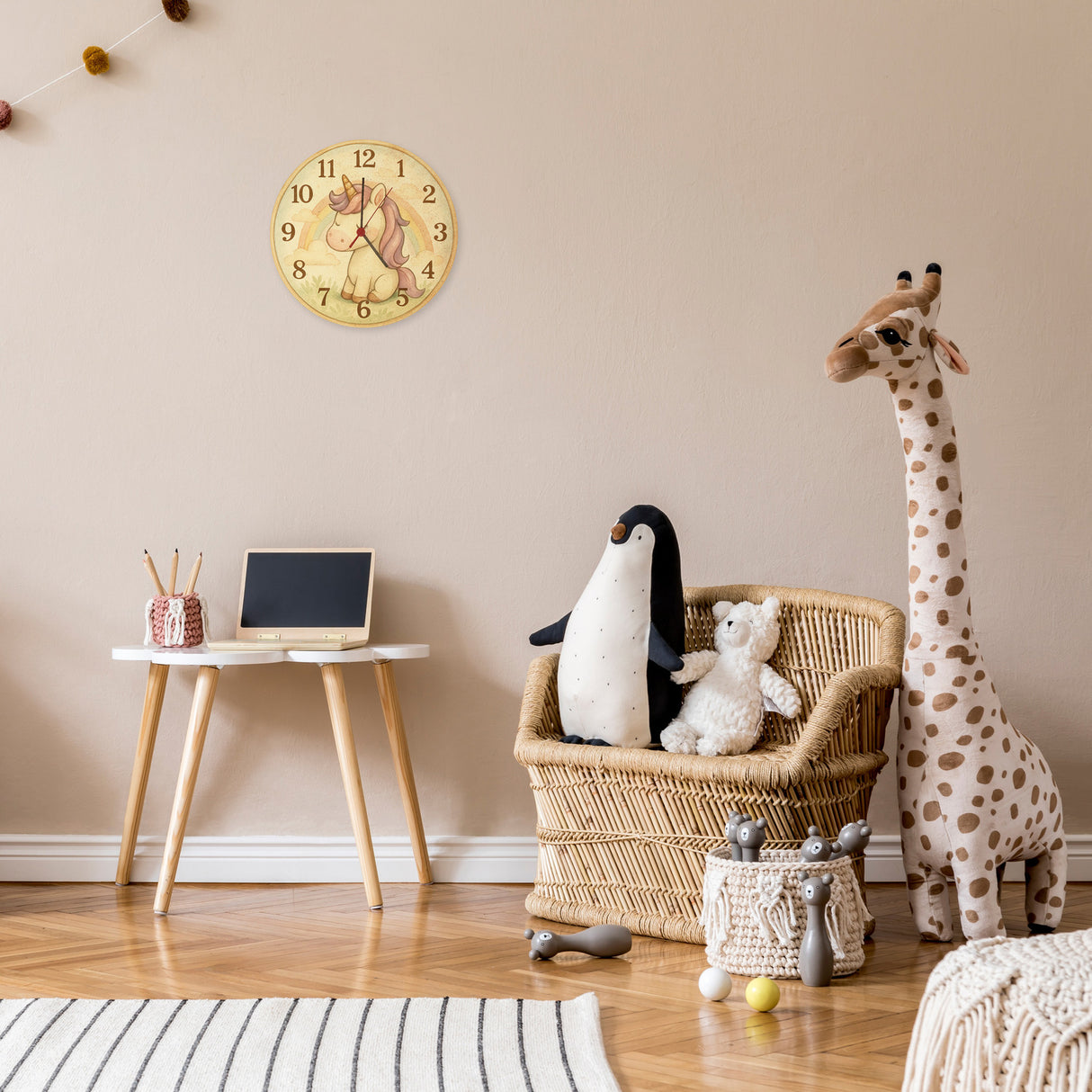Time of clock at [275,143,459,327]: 12:23
